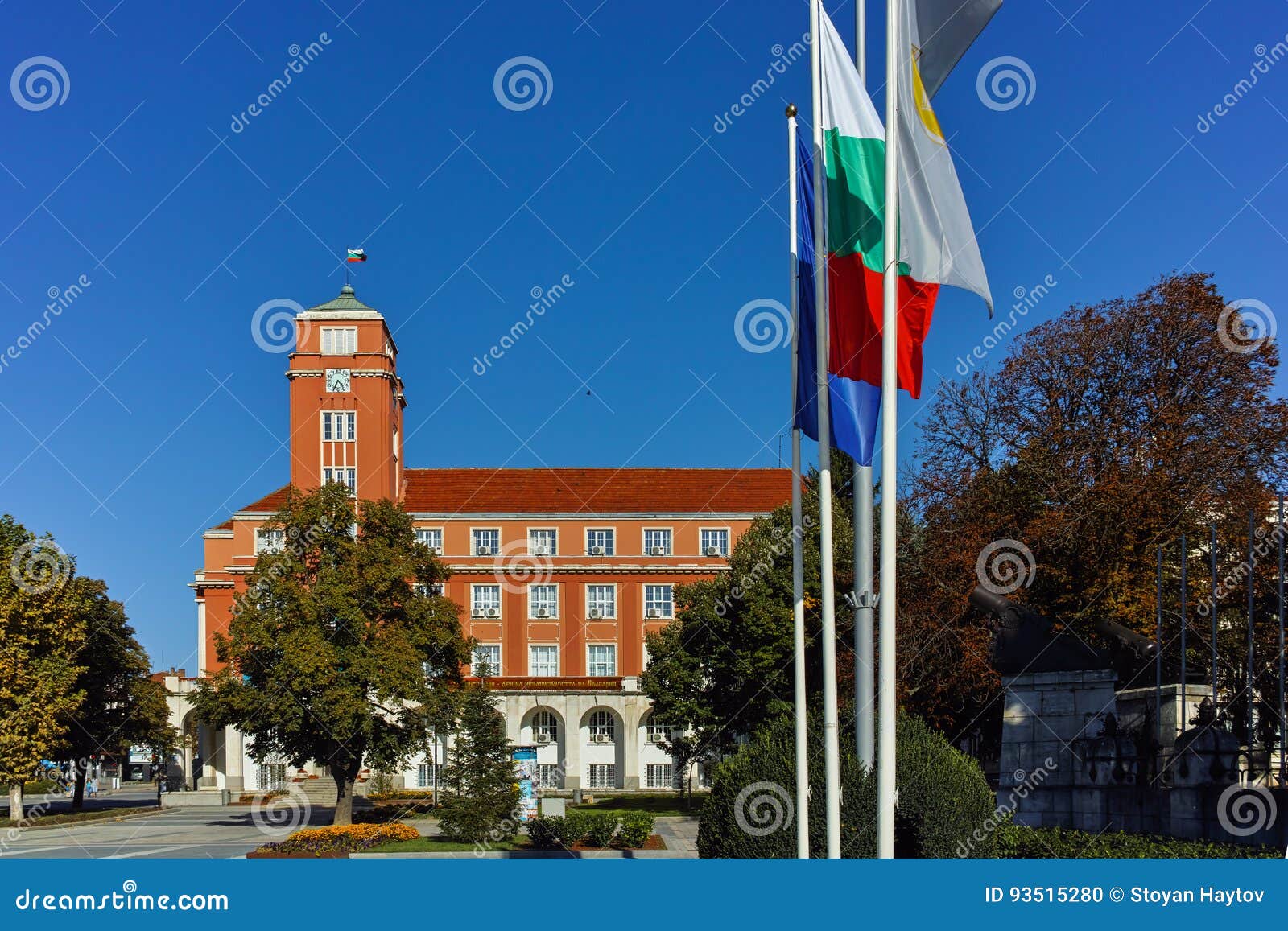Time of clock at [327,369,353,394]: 4:34
